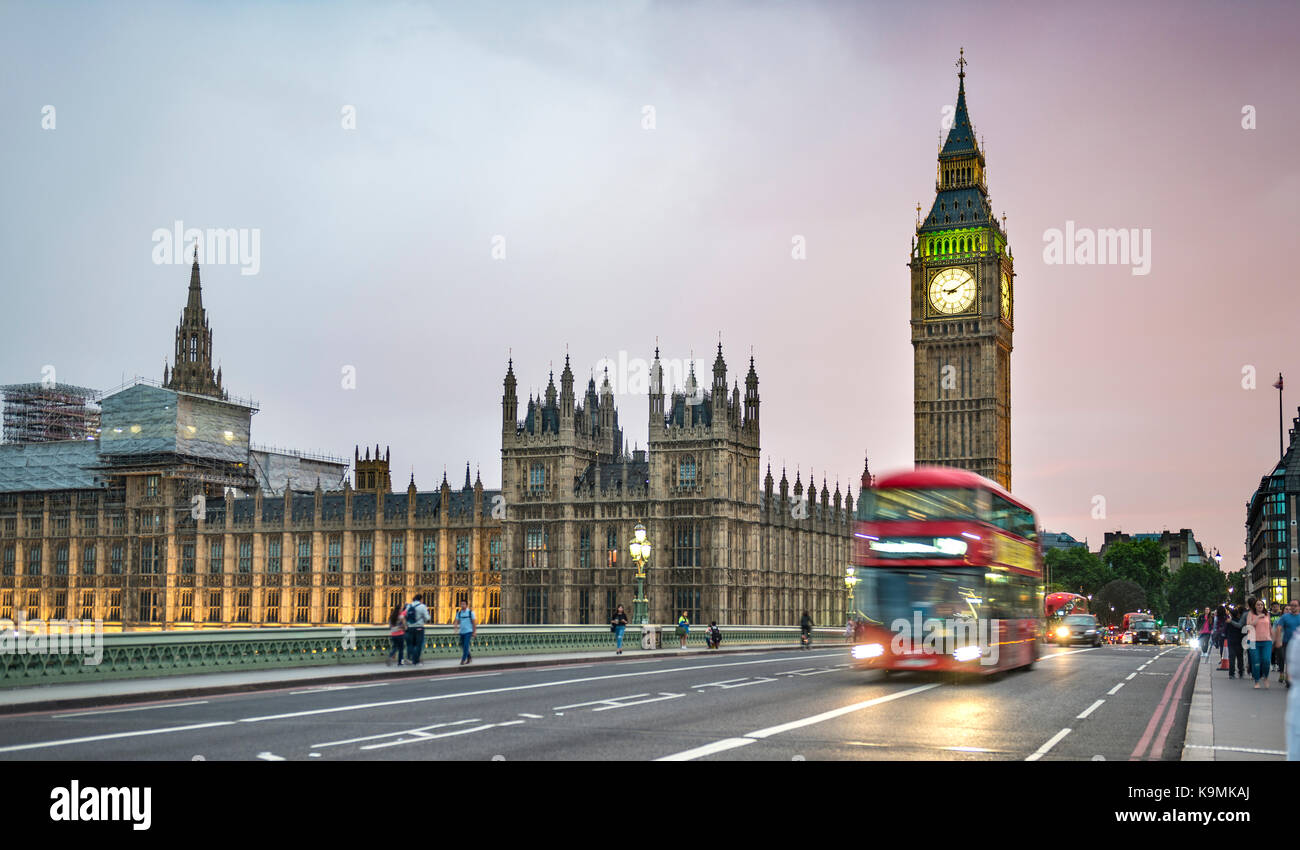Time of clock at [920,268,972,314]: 9:09
